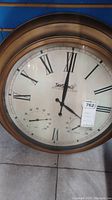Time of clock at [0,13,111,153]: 4:00
